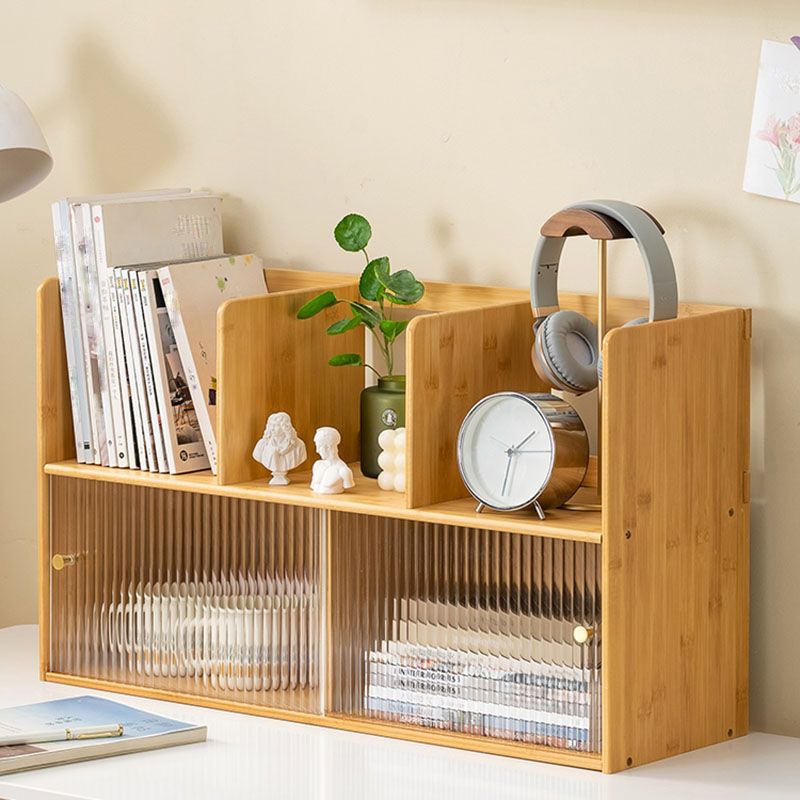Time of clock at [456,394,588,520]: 1:32
